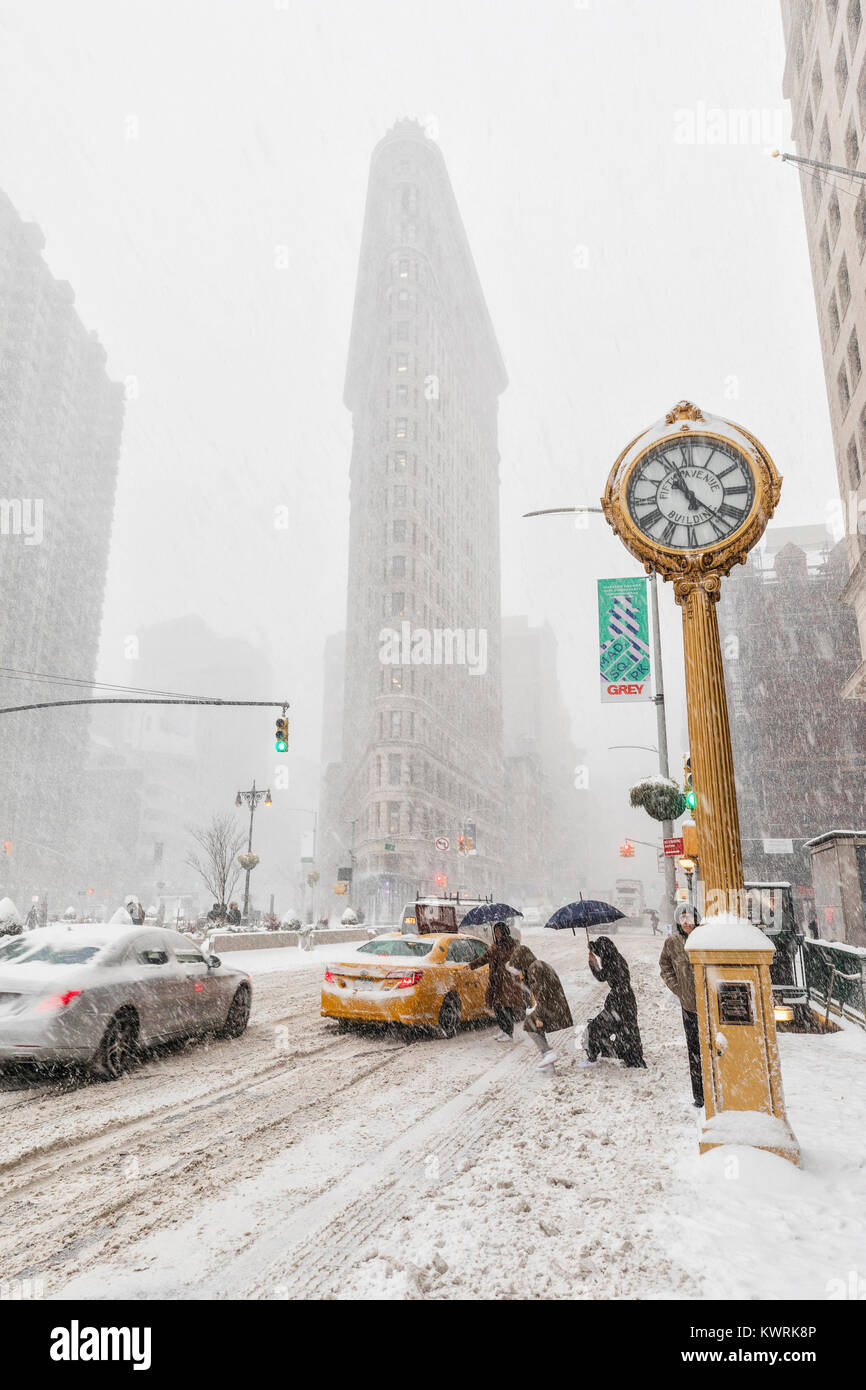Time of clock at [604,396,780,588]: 11:22
